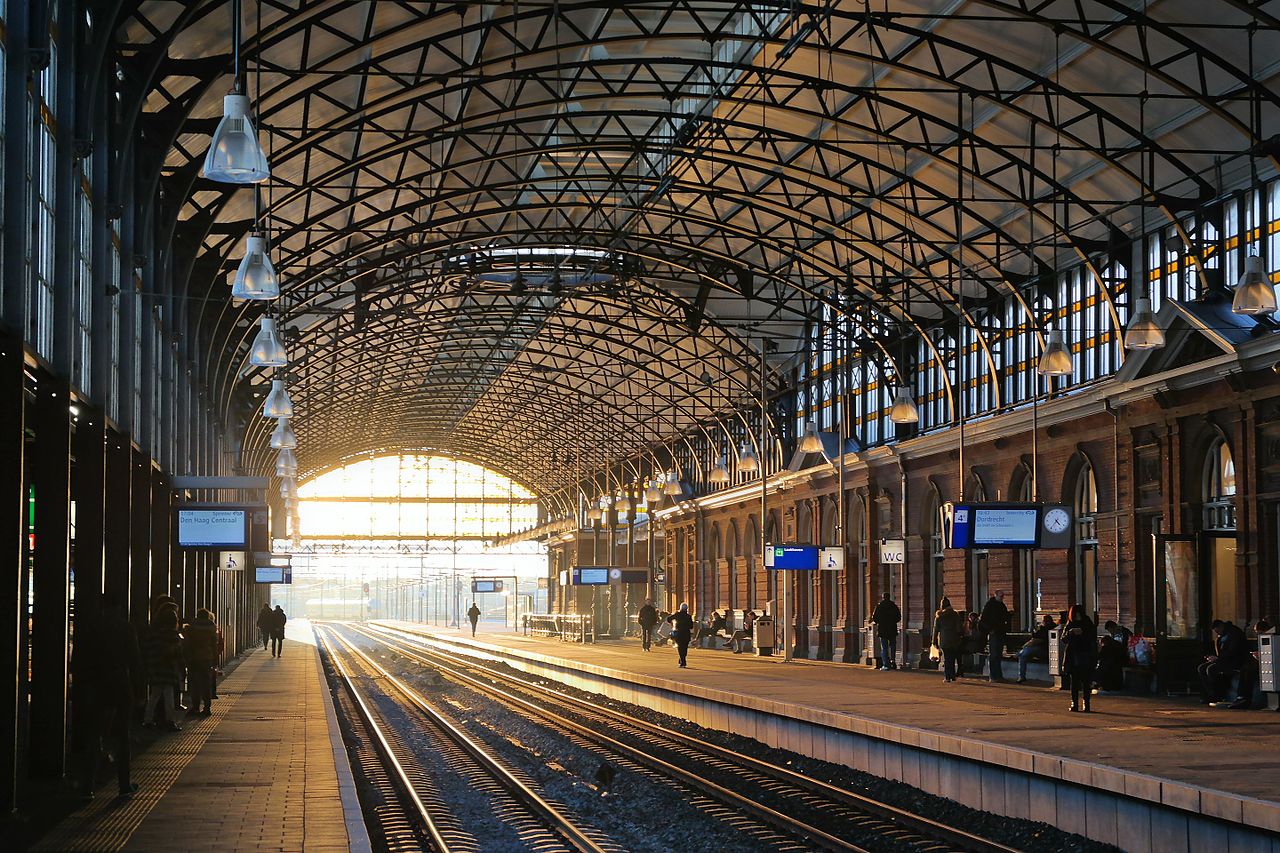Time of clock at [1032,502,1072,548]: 4:35
